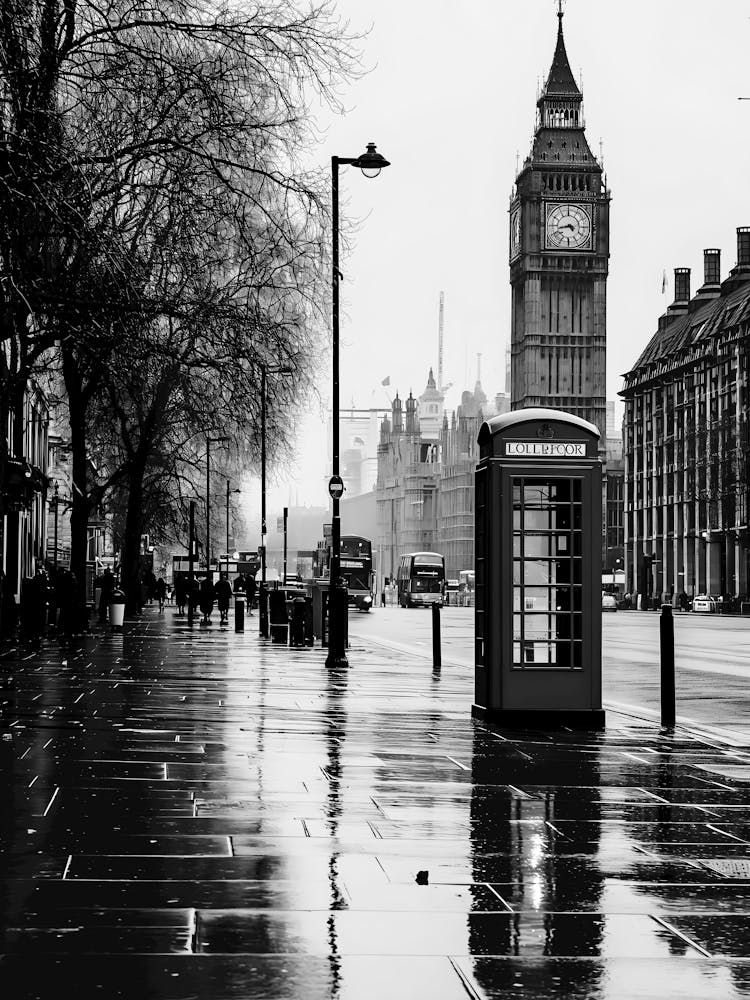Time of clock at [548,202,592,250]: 4:43
